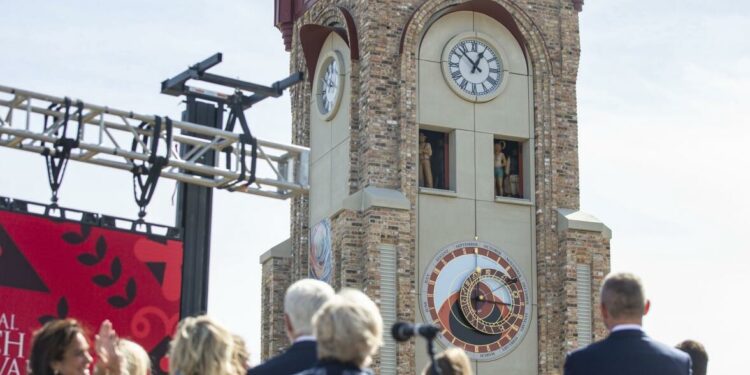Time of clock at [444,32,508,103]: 12:52
